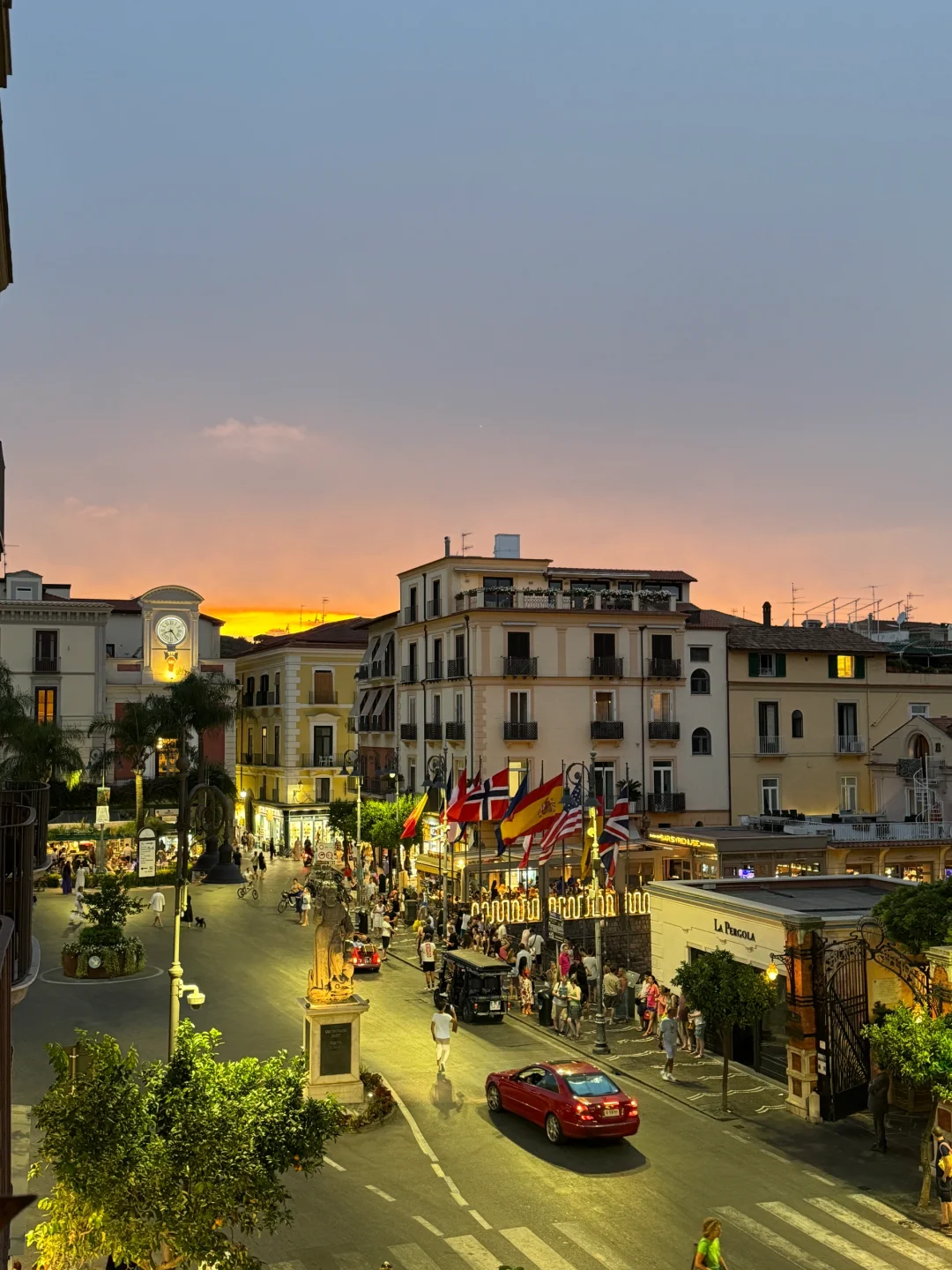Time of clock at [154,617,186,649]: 8:23
